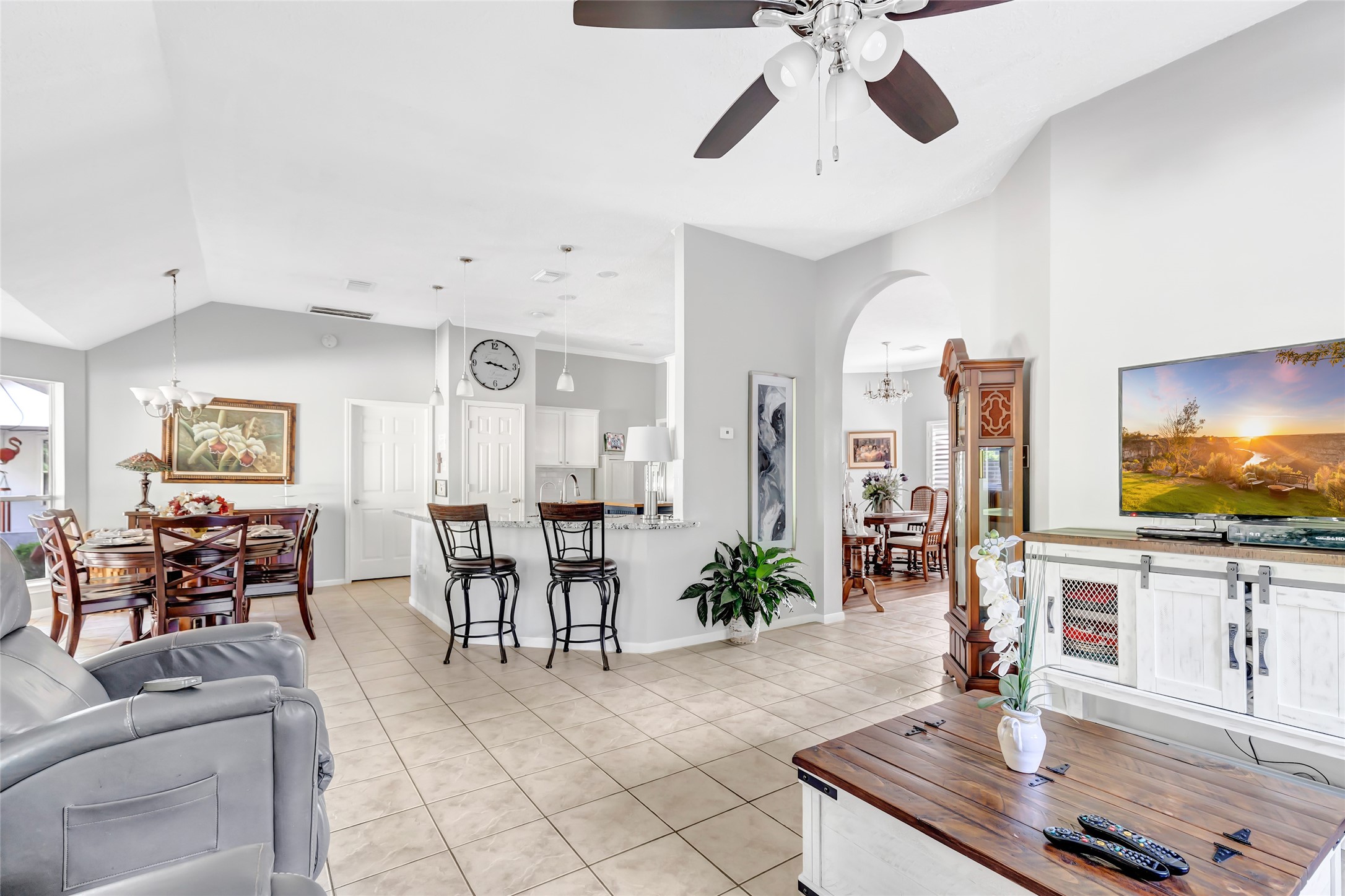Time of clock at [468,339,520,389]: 9:17
